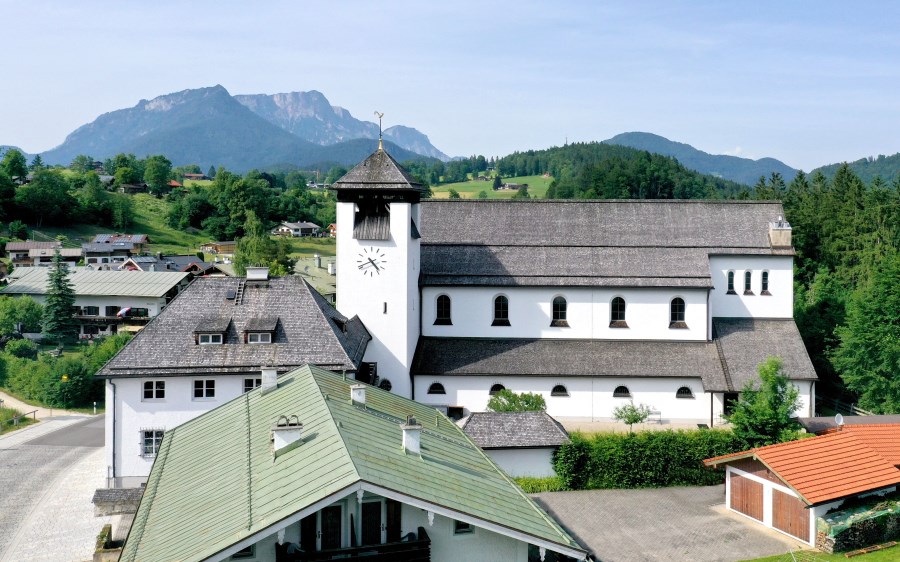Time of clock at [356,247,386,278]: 4:41
